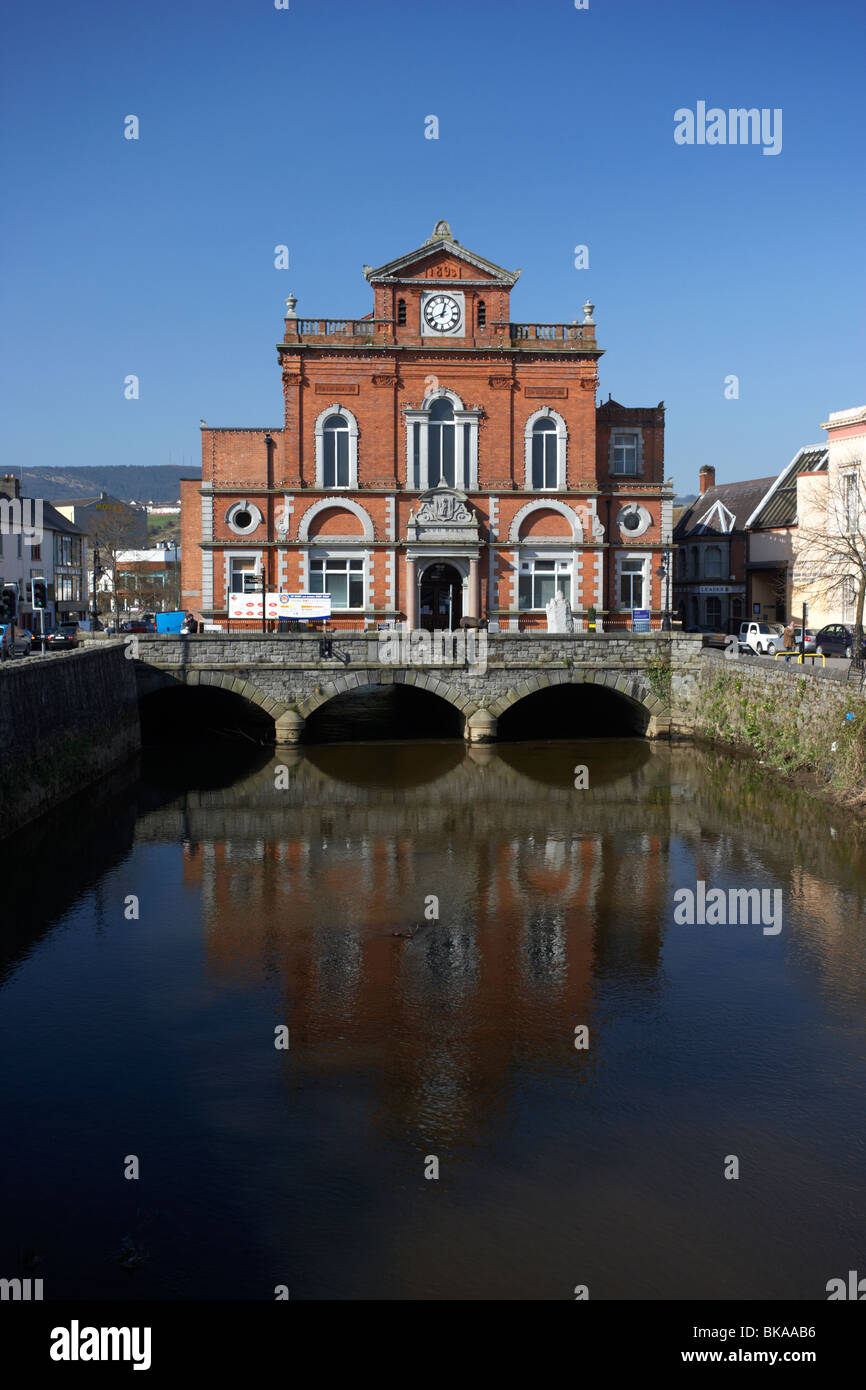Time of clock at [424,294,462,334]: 12:41
